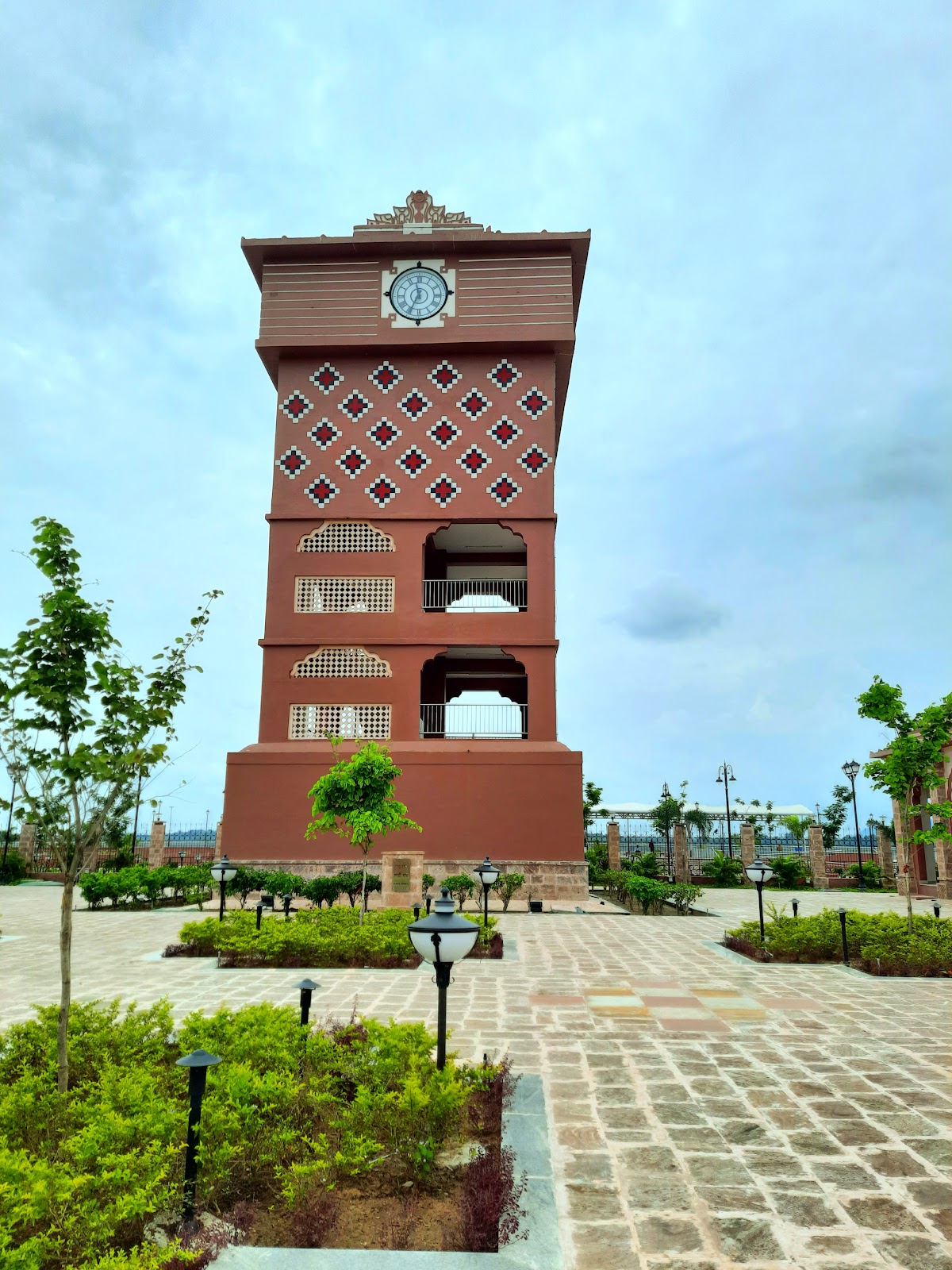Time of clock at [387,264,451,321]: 11:34
